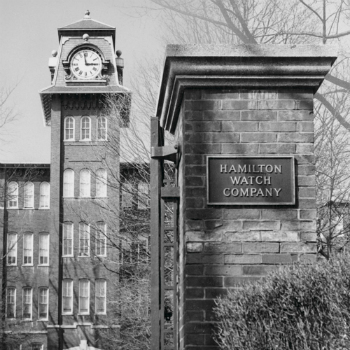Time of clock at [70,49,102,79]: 2:58
